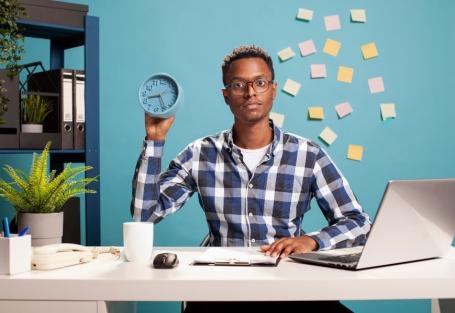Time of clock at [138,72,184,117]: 8:25
